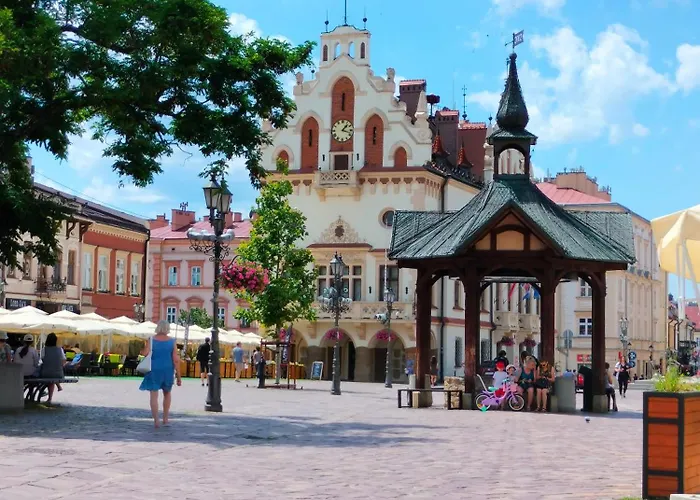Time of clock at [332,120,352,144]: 1:18
